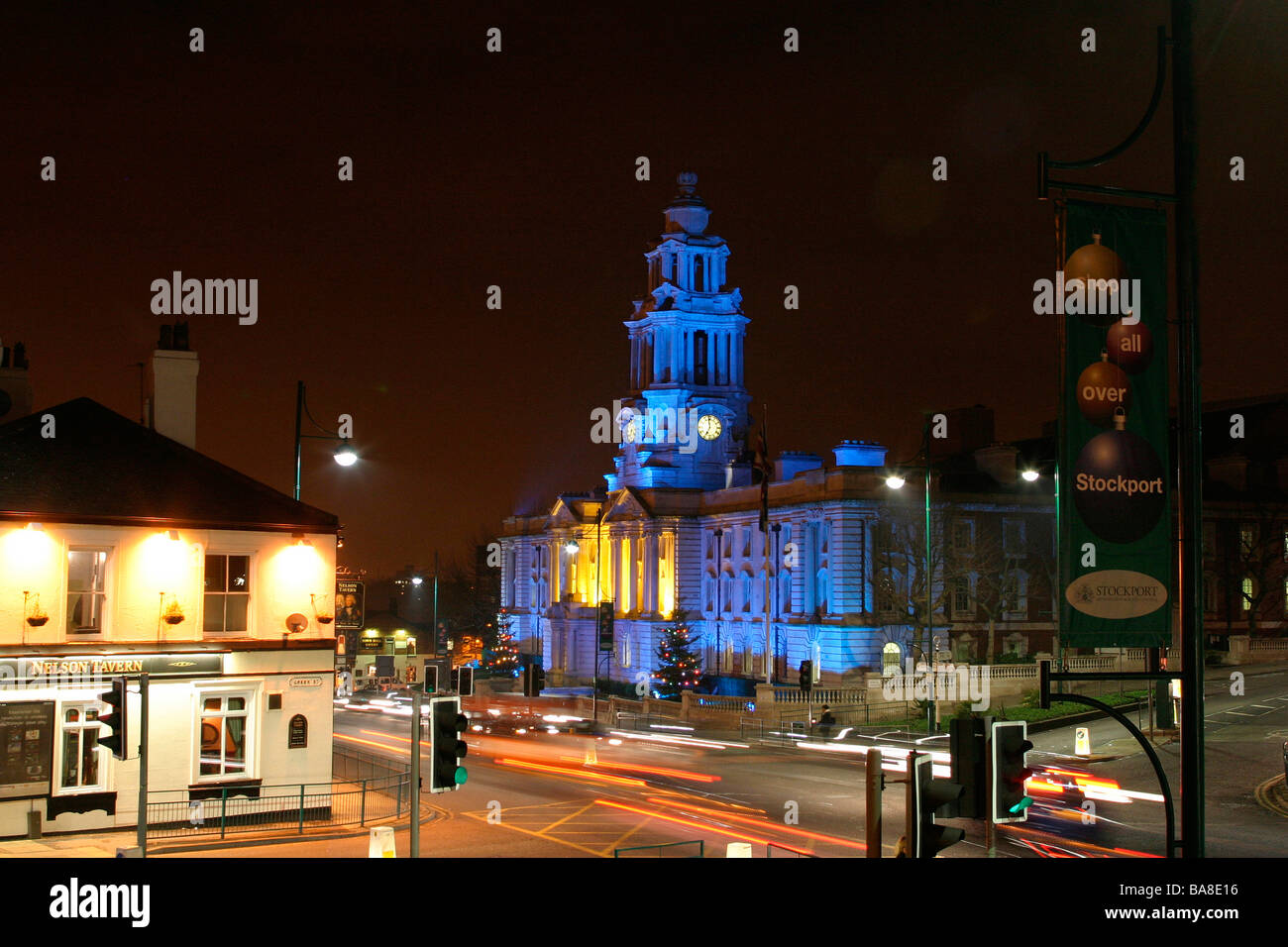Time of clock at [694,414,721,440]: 6:58
